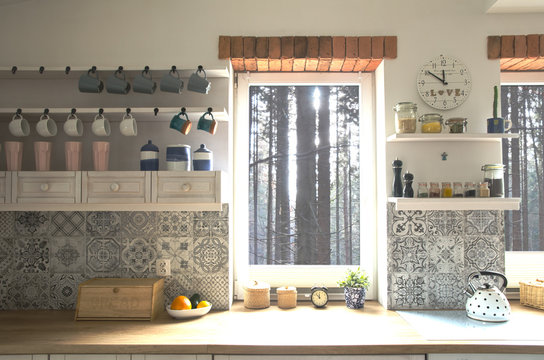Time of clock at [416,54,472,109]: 11:50
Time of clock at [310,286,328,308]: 11:52
